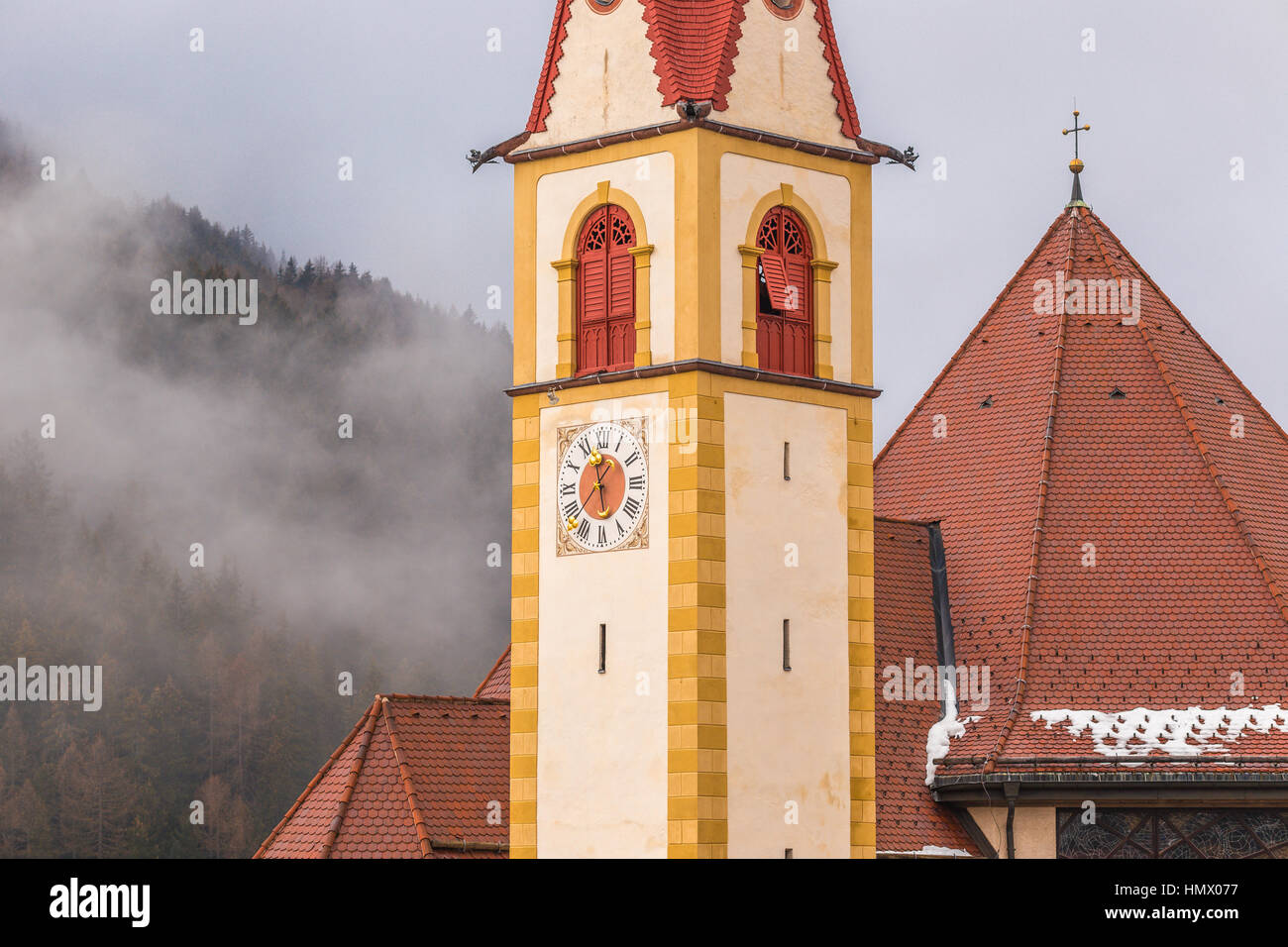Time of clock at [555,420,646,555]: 12:57
